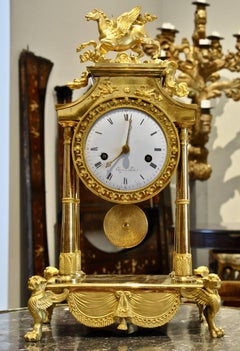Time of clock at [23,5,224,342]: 8:01
